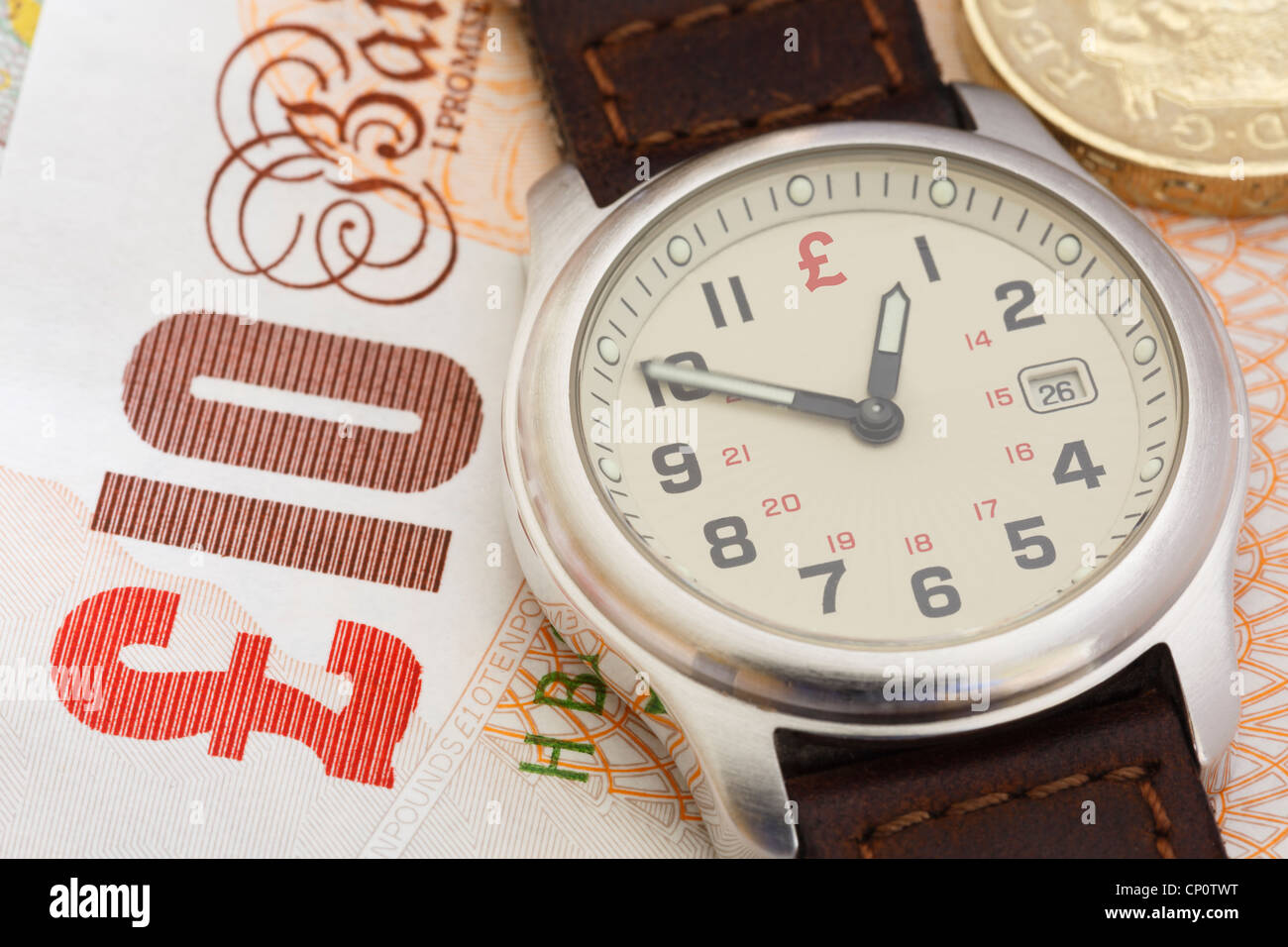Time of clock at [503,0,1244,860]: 12:49
